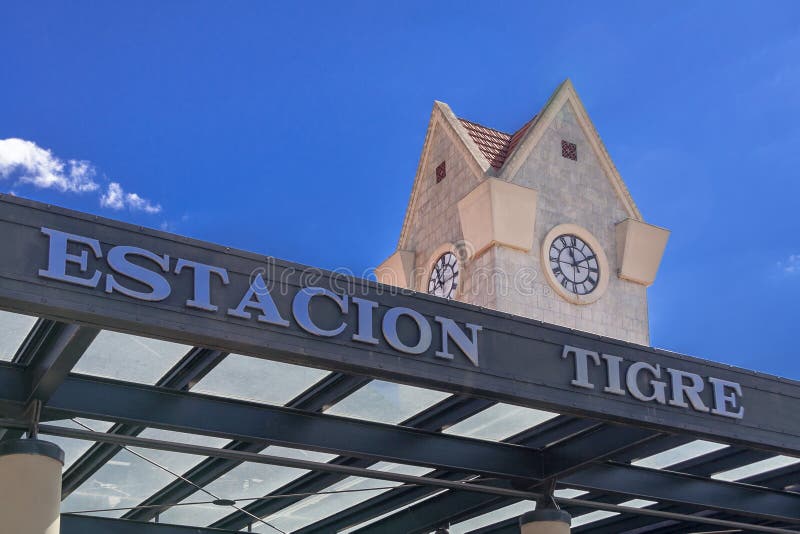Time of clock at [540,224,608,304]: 11:10
